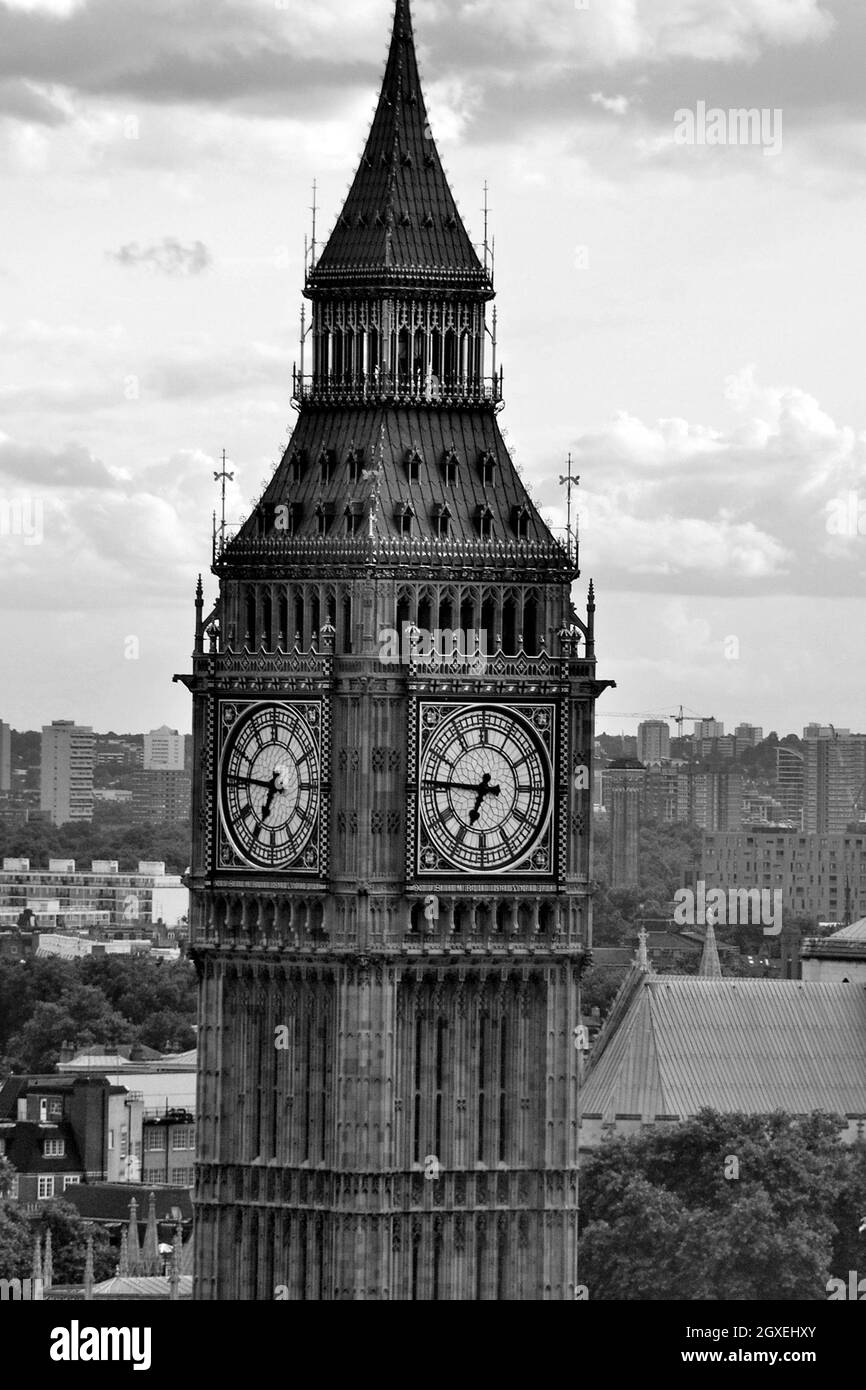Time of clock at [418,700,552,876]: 6:45
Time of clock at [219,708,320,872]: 6:46
